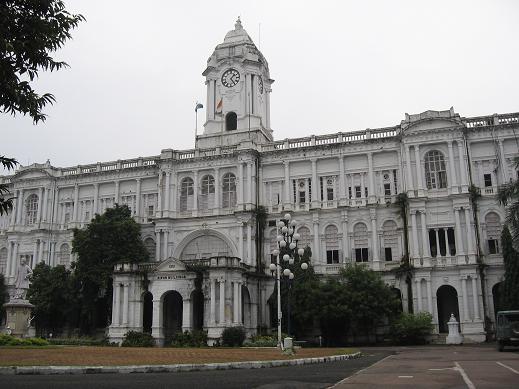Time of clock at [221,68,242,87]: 1:24
